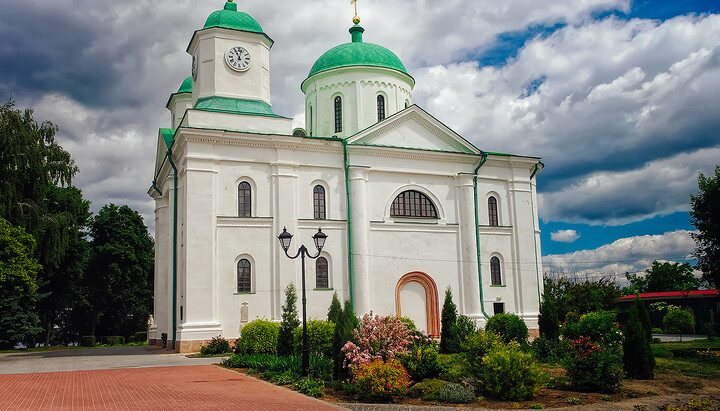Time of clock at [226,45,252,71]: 11:02
